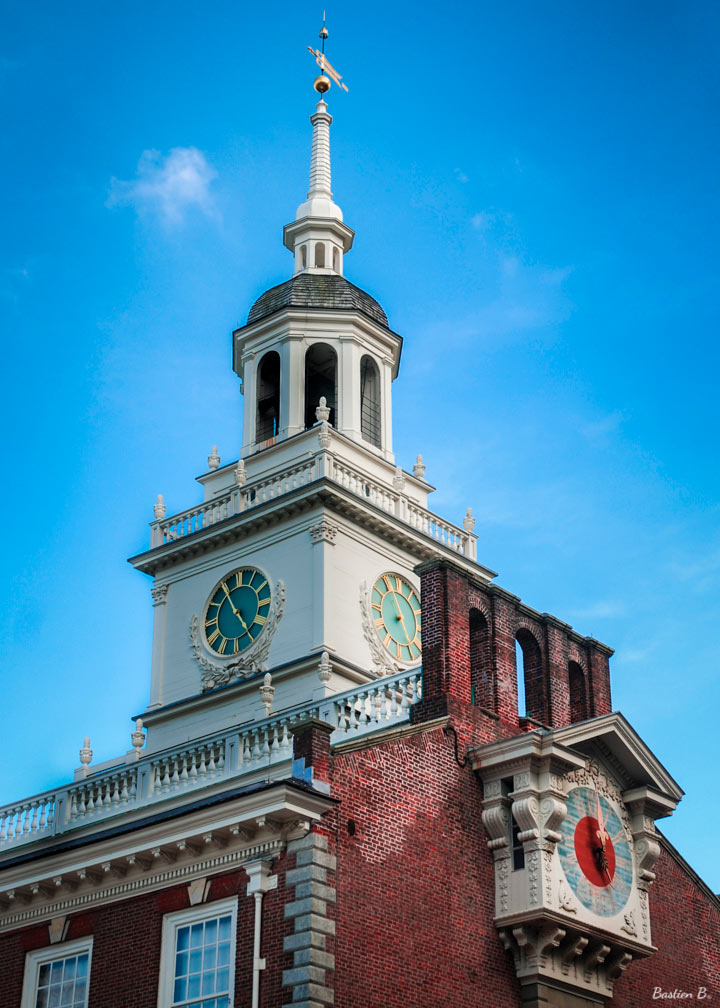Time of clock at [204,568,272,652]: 4:55
